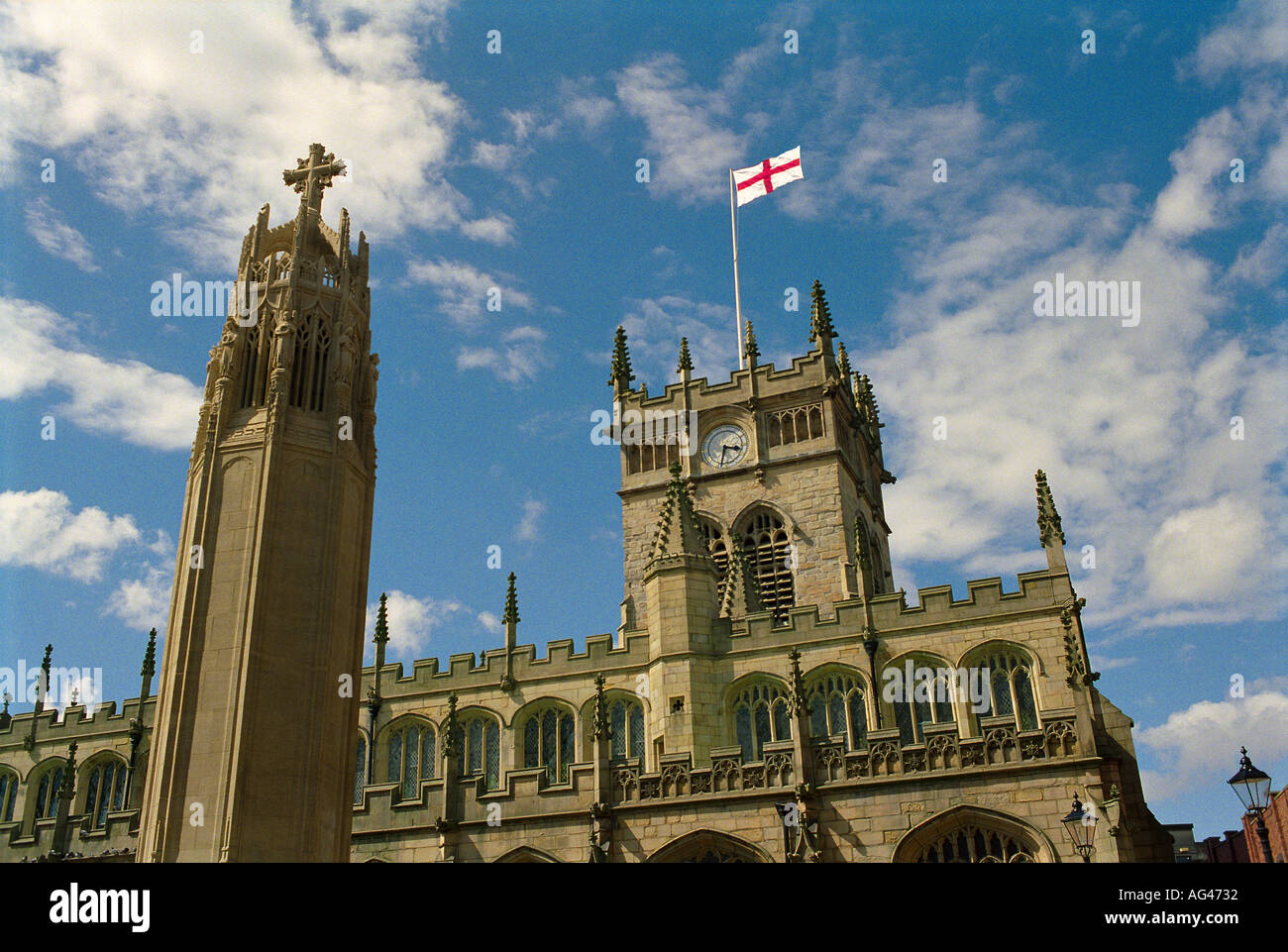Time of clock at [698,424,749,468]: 3:32
